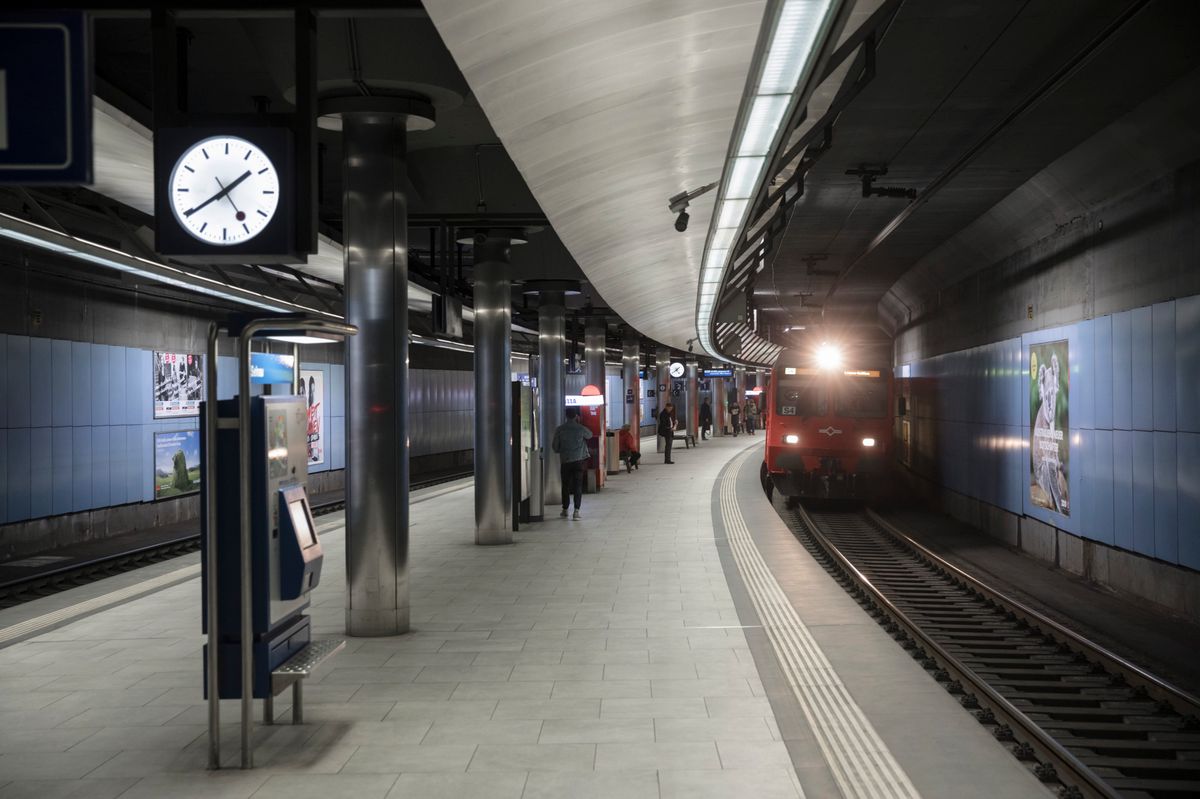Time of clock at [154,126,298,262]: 1:39
